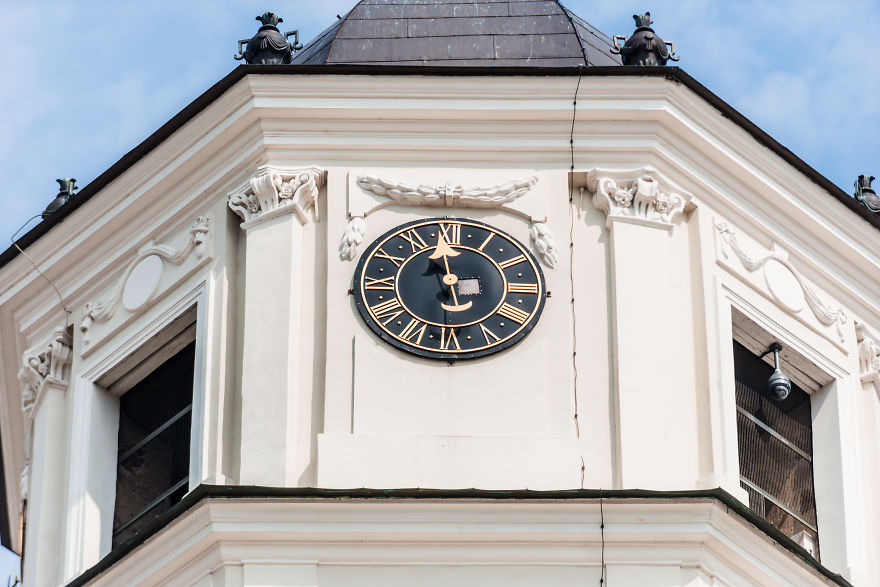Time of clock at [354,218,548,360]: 10:58
